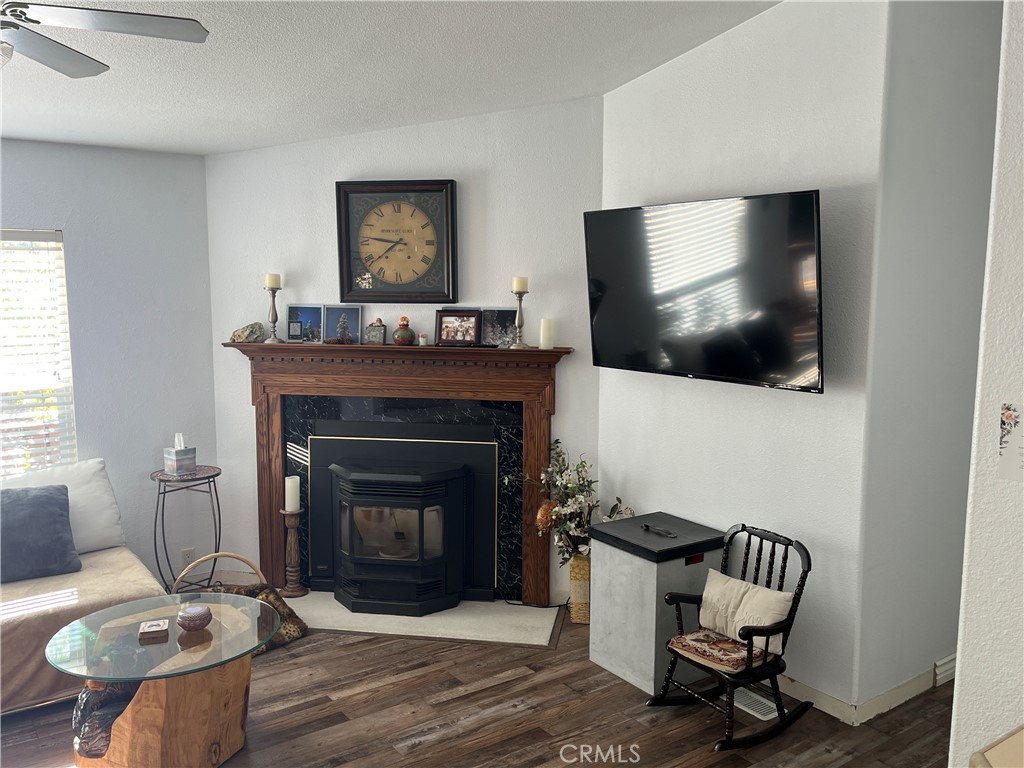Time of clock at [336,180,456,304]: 7:46
